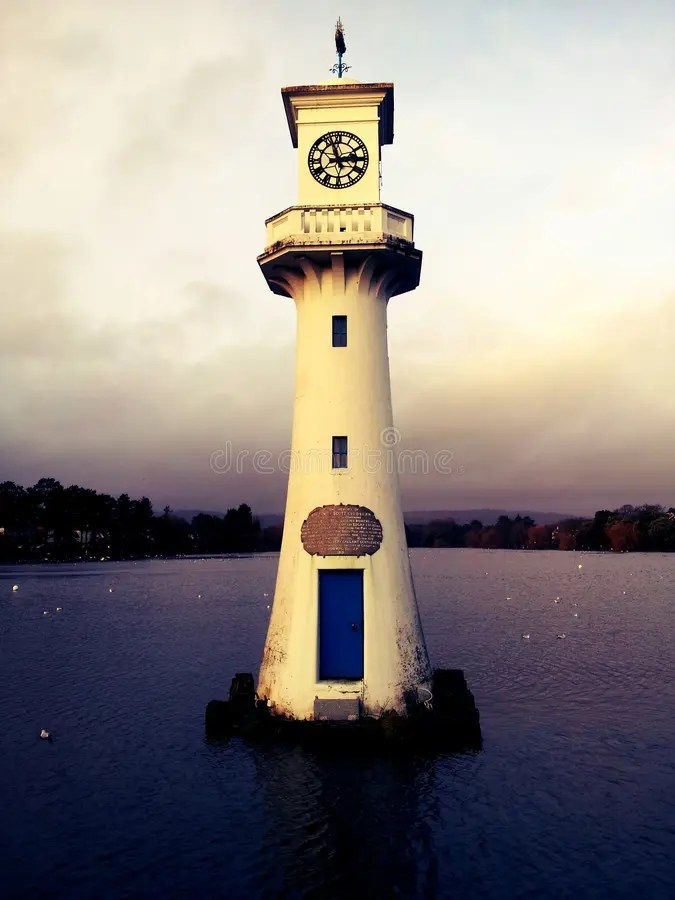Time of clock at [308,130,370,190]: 2:56
